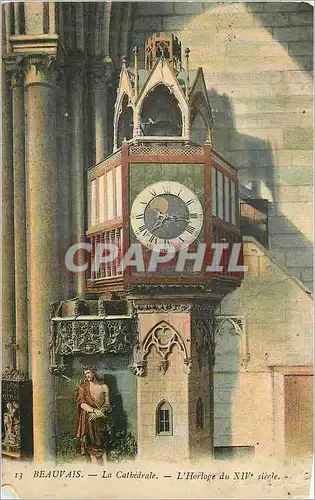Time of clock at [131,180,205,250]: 7:17
